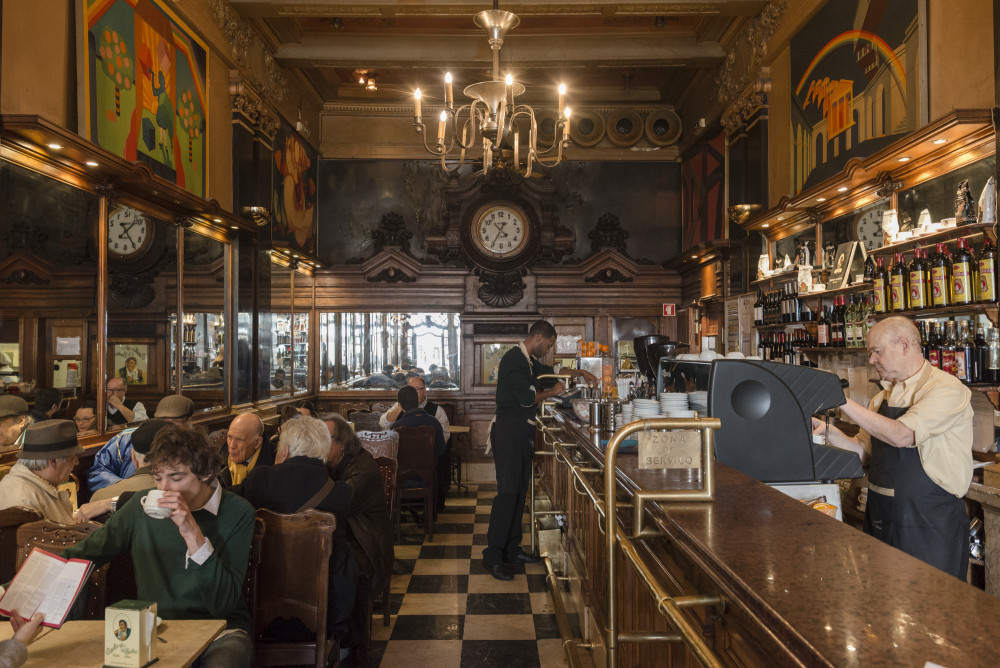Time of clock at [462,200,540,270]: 4:35
